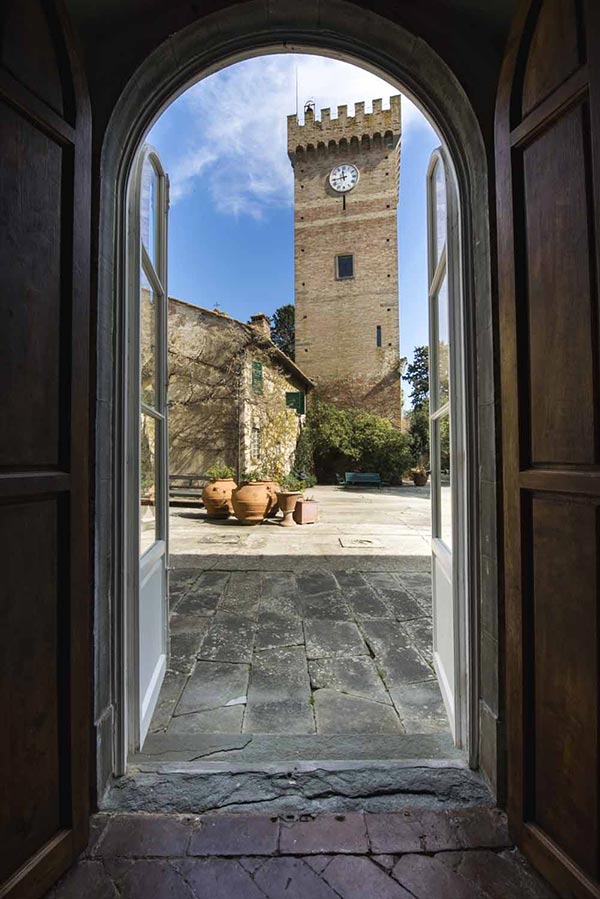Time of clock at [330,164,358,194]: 11:43
